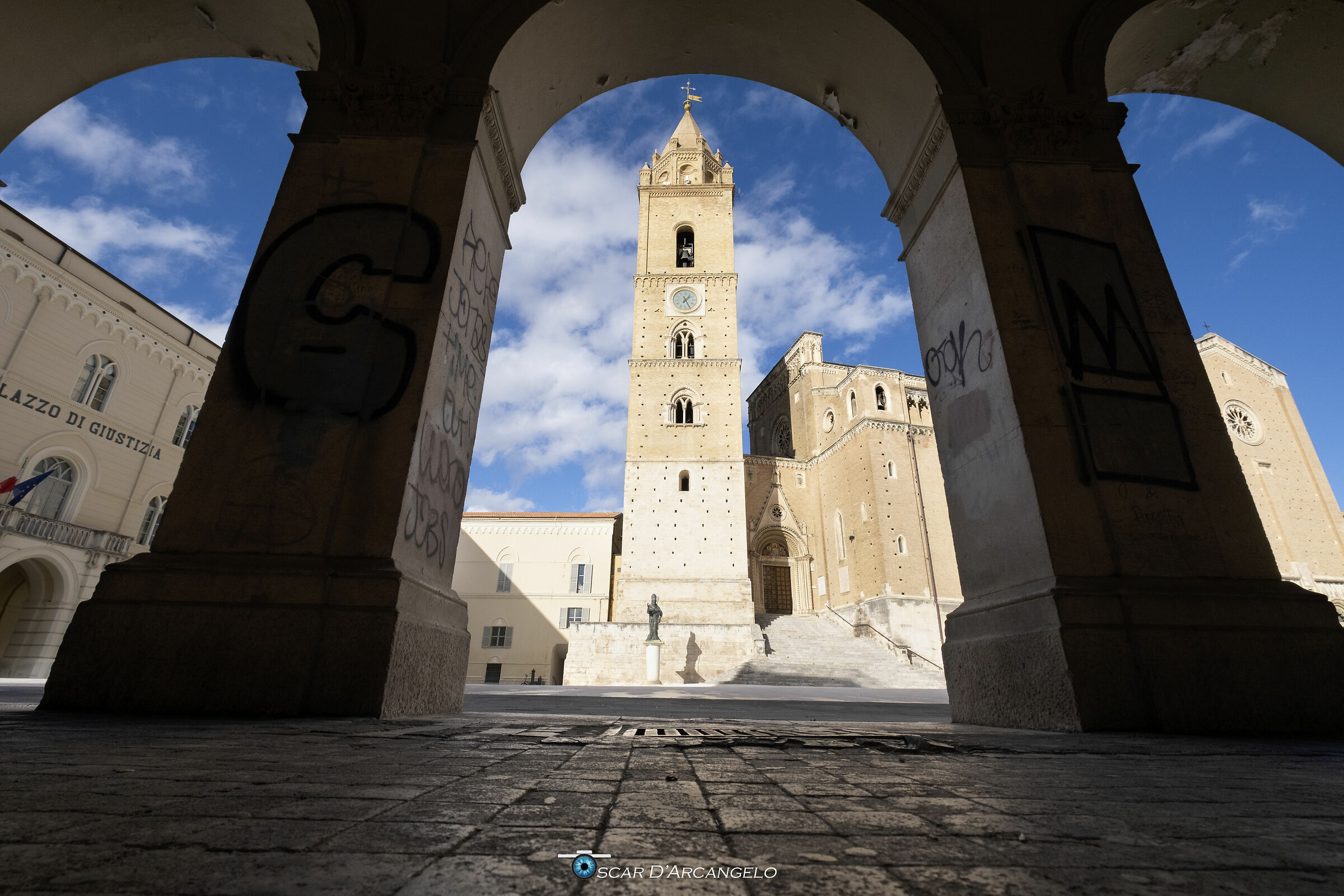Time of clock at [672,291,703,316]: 1:25
